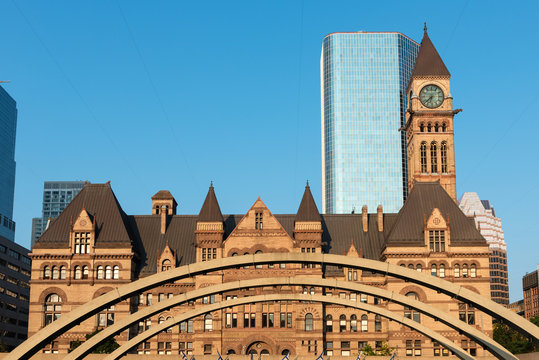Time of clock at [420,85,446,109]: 6:37
